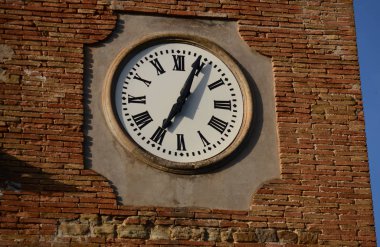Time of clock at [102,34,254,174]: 7:04
